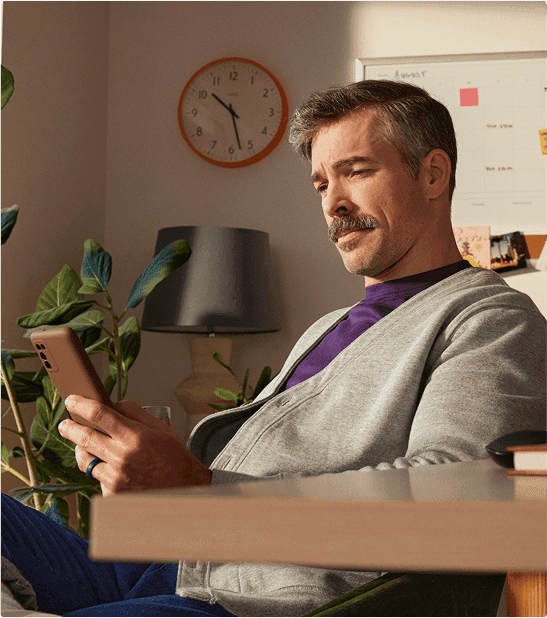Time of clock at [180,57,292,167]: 10:27
